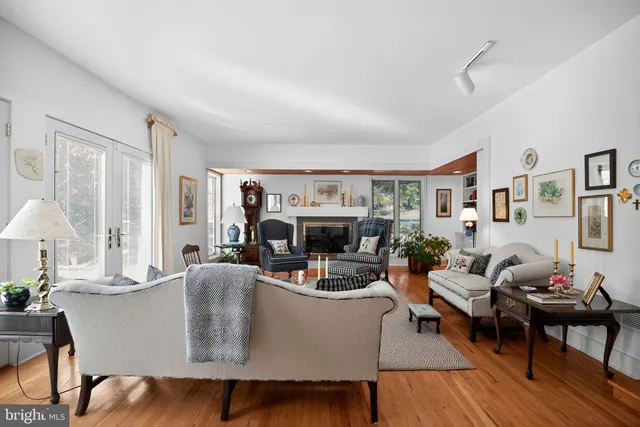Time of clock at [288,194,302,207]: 8:32
